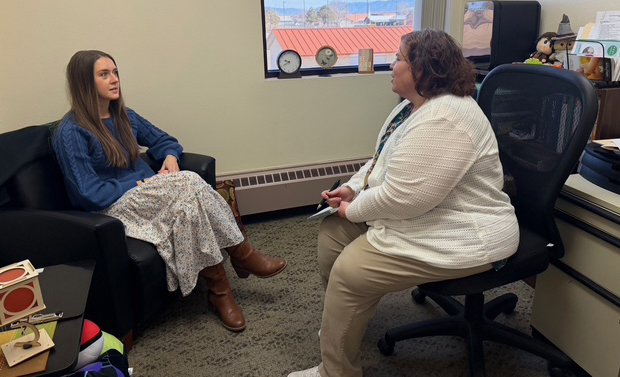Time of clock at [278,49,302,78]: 9:39
